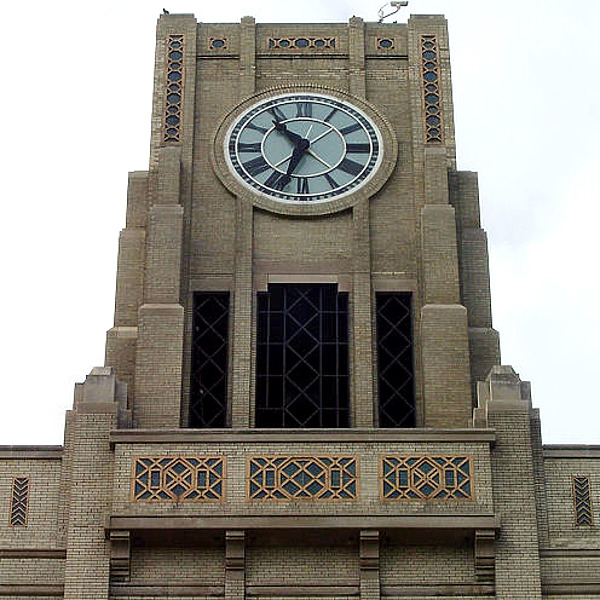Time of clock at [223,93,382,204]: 10:33
